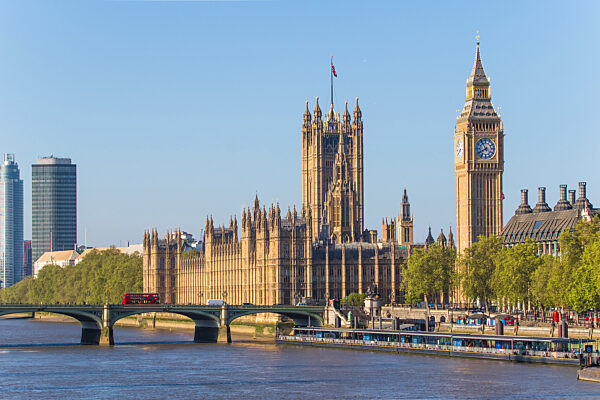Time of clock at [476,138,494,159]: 7:54
